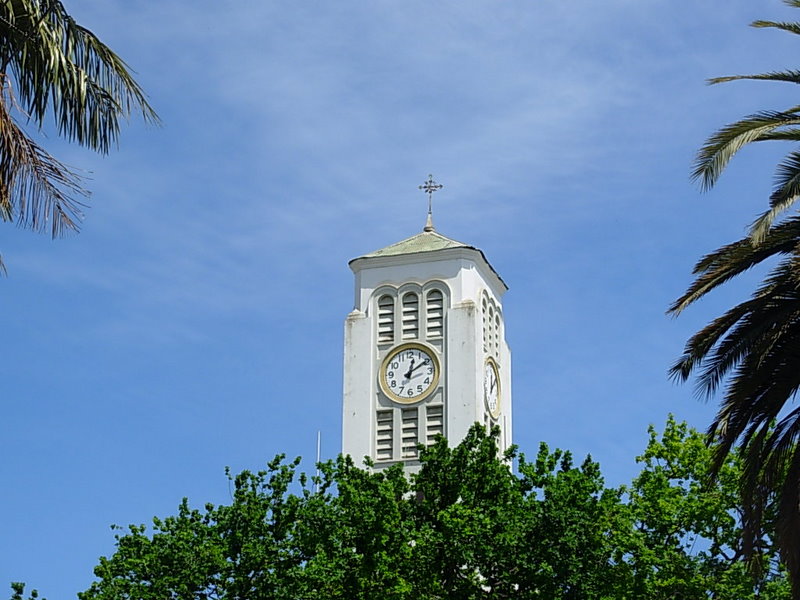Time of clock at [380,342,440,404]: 12:09
